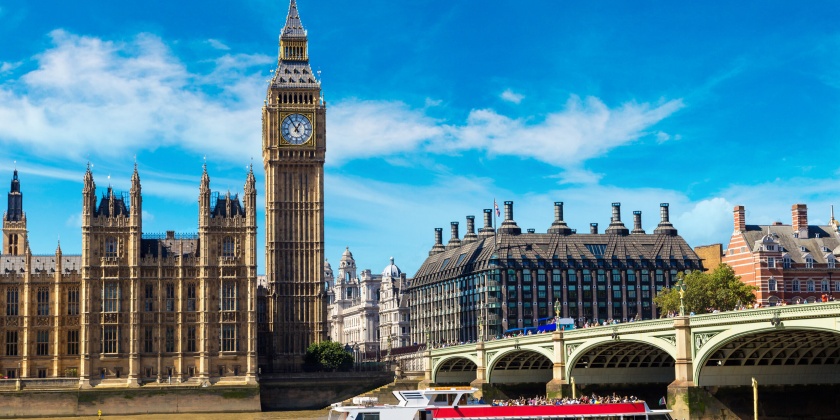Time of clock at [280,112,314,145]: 12:54
